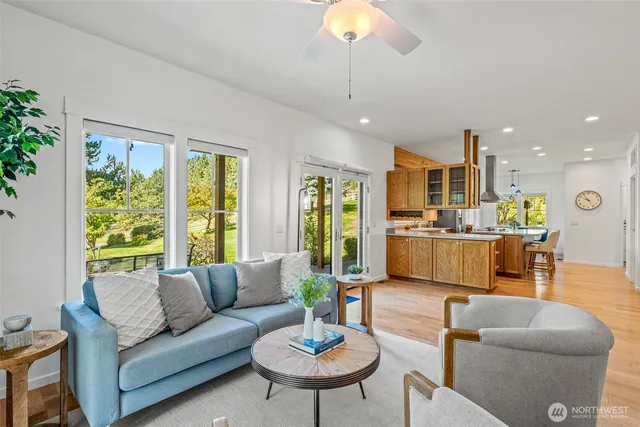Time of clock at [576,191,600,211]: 9:54
